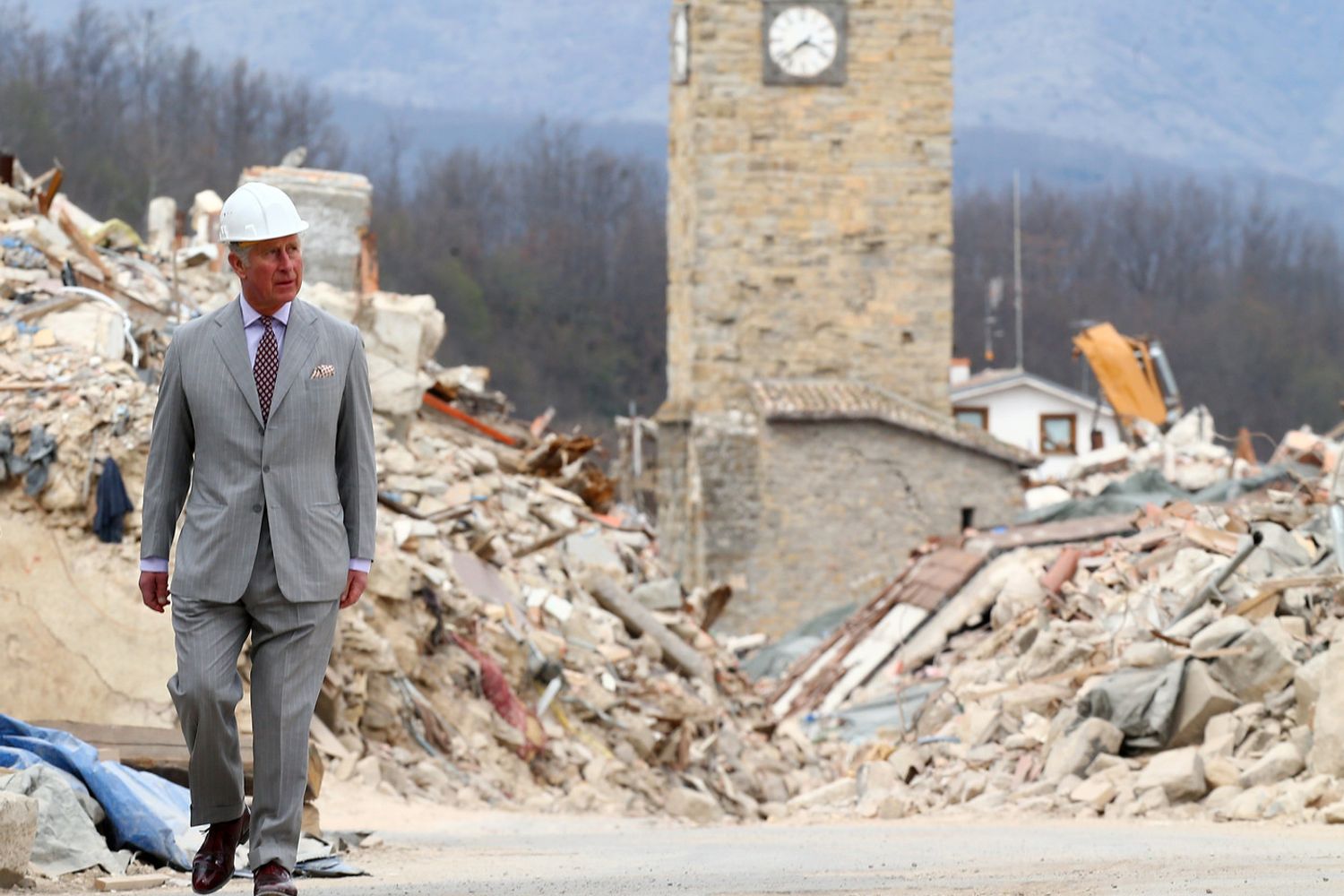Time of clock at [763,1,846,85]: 3:38
